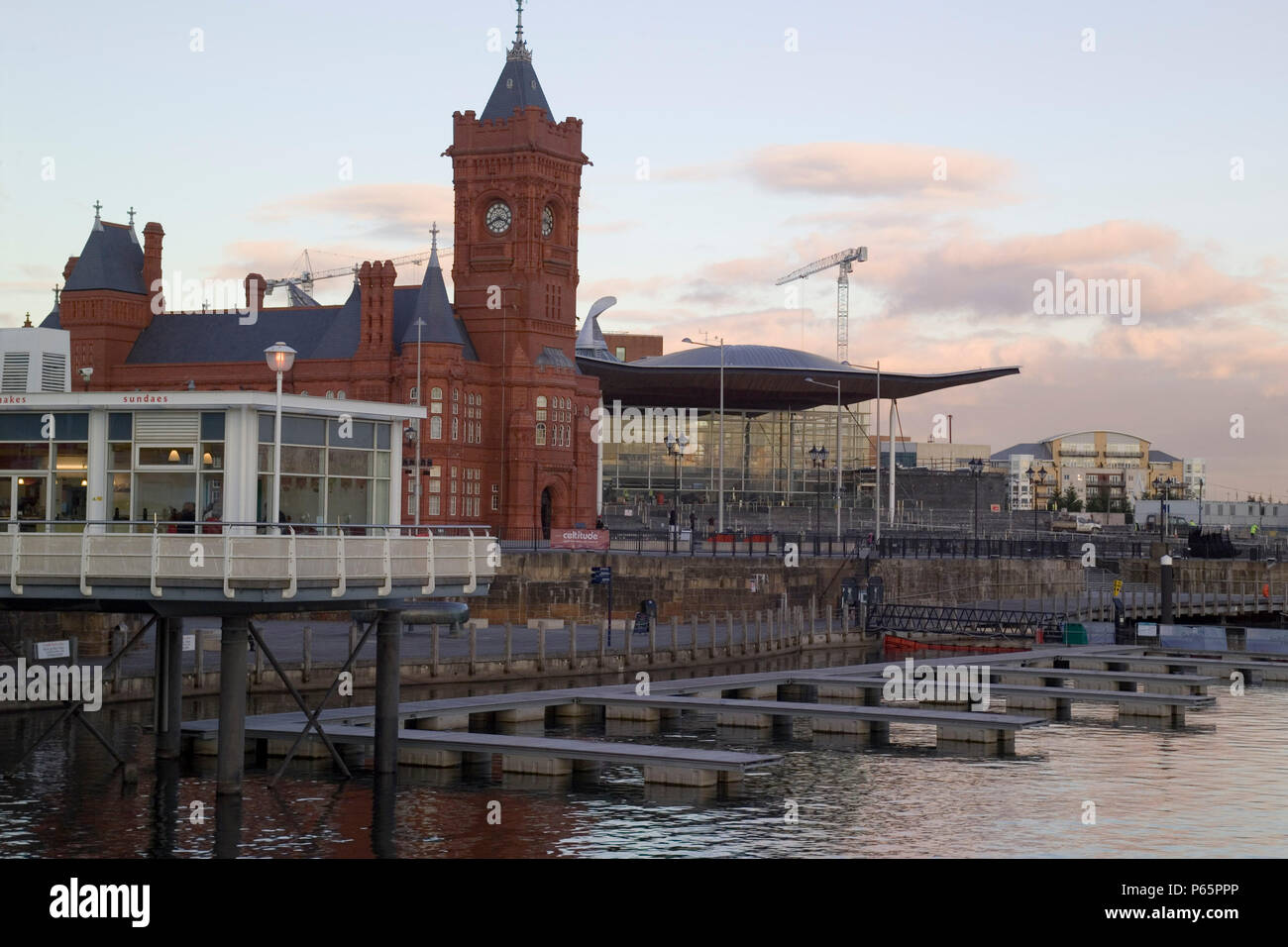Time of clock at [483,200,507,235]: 3:40
